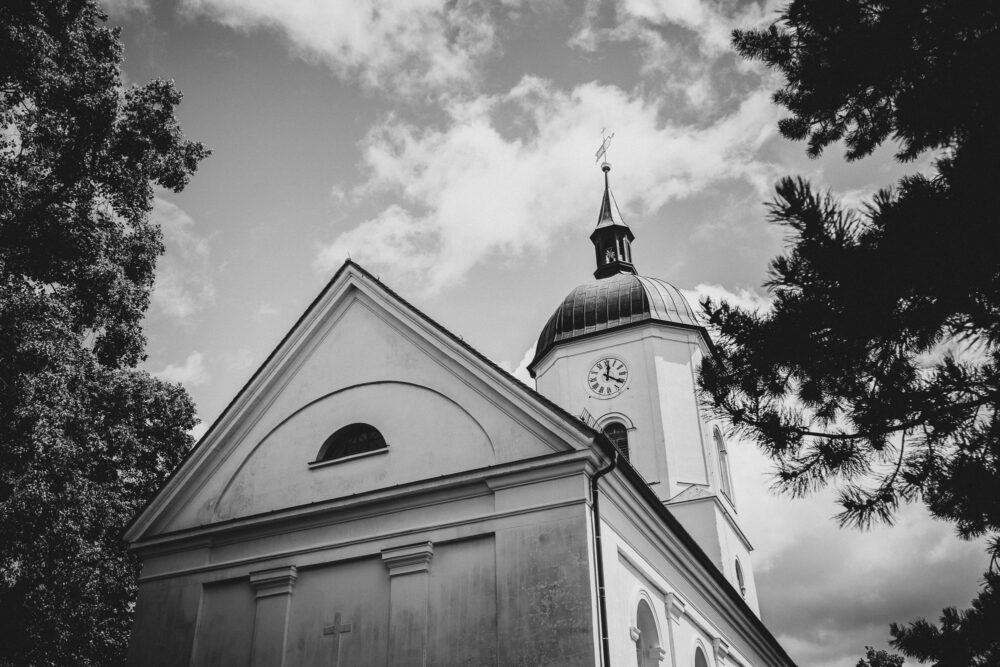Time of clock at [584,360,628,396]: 12:20
